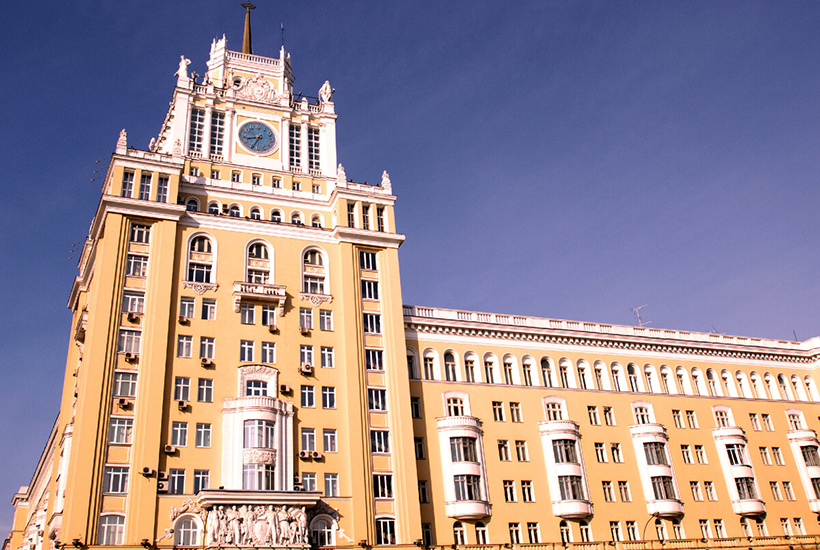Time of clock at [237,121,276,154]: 8:34
